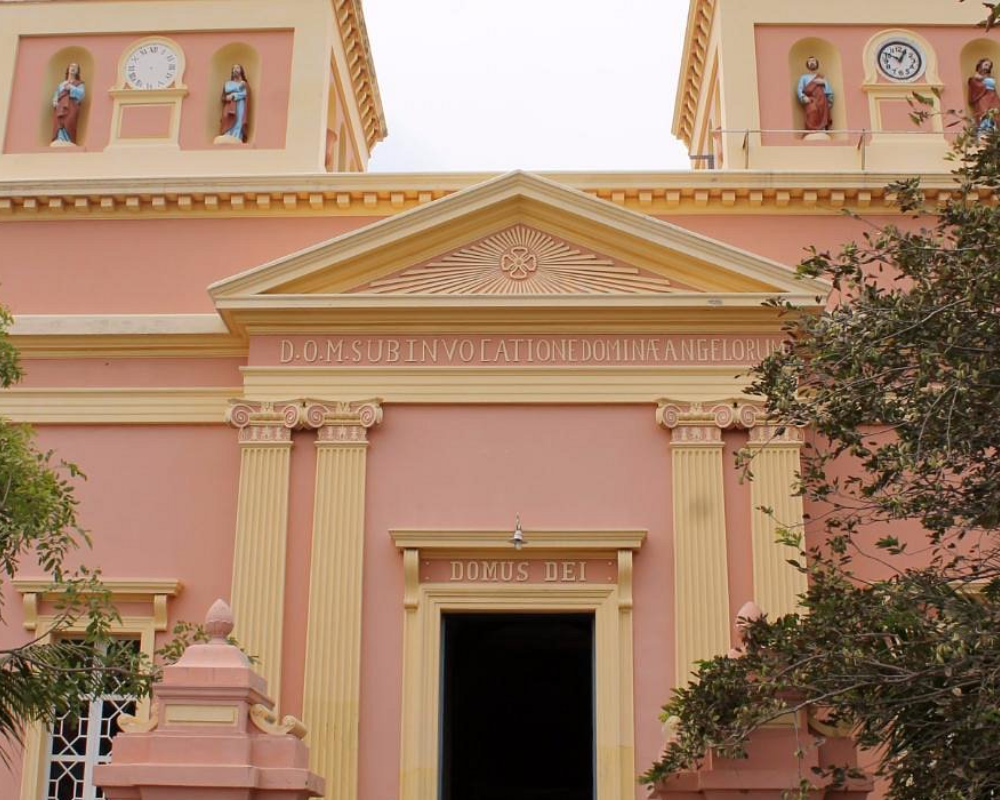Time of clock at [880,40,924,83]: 12:49
